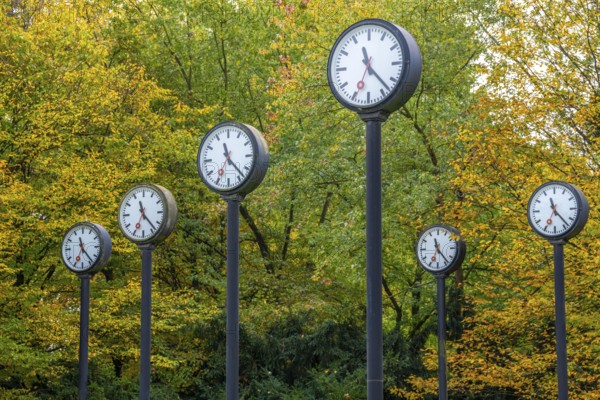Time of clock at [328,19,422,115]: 11:22
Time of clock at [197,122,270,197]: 11:22
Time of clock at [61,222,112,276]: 11:23
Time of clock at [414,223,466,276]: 11:23
